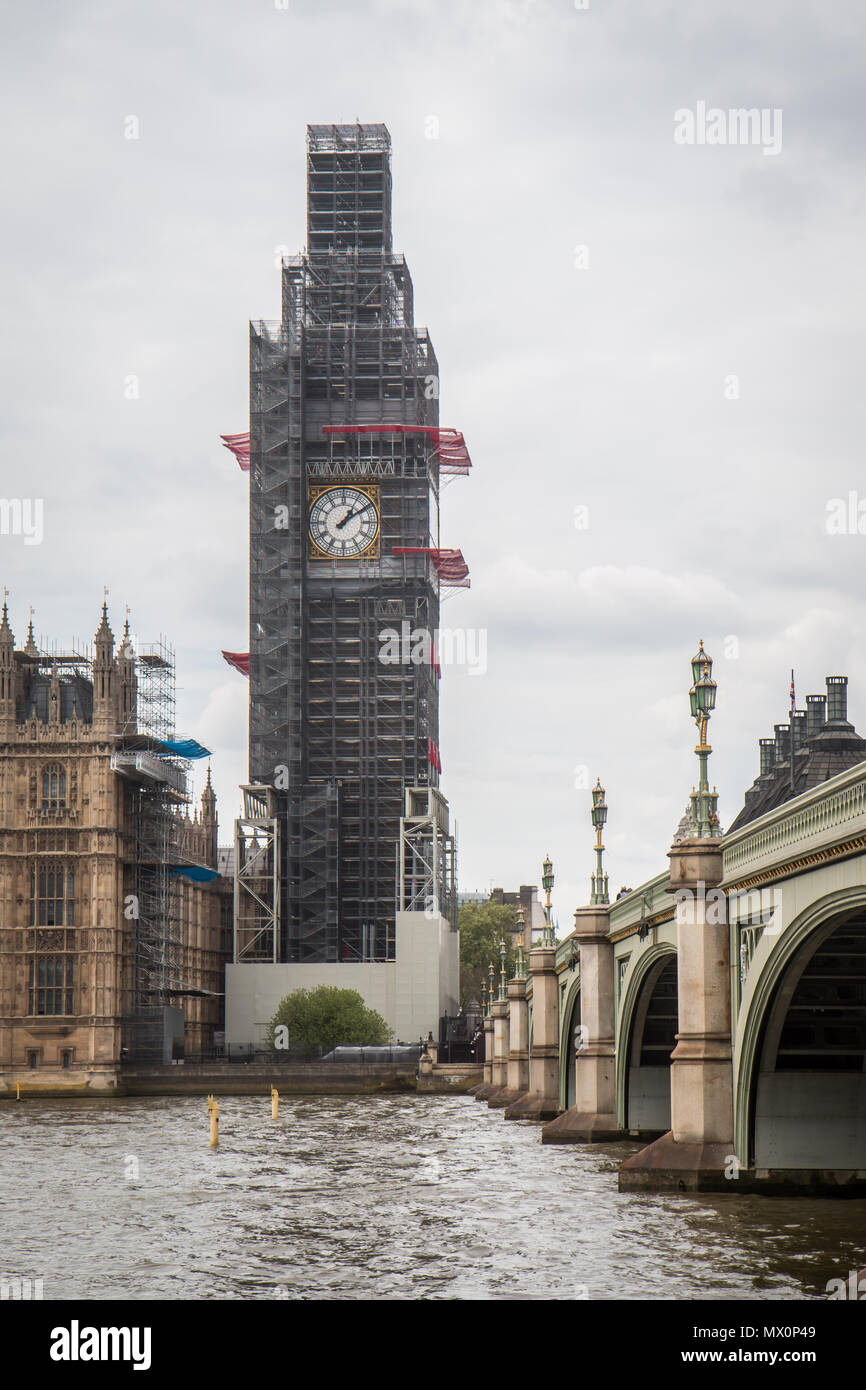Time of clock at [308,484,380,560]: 1:09
